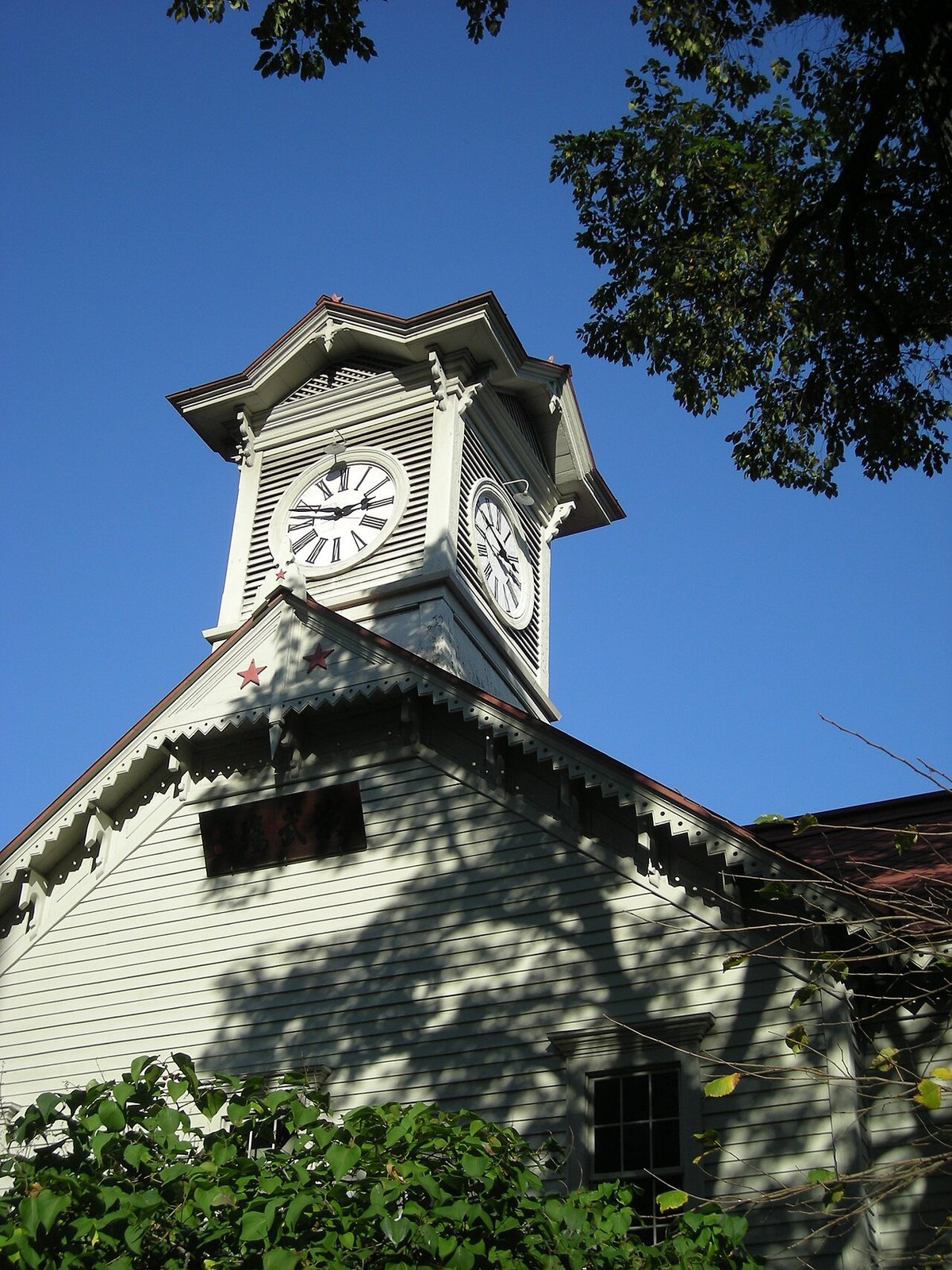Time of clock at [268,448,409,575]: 2:48
